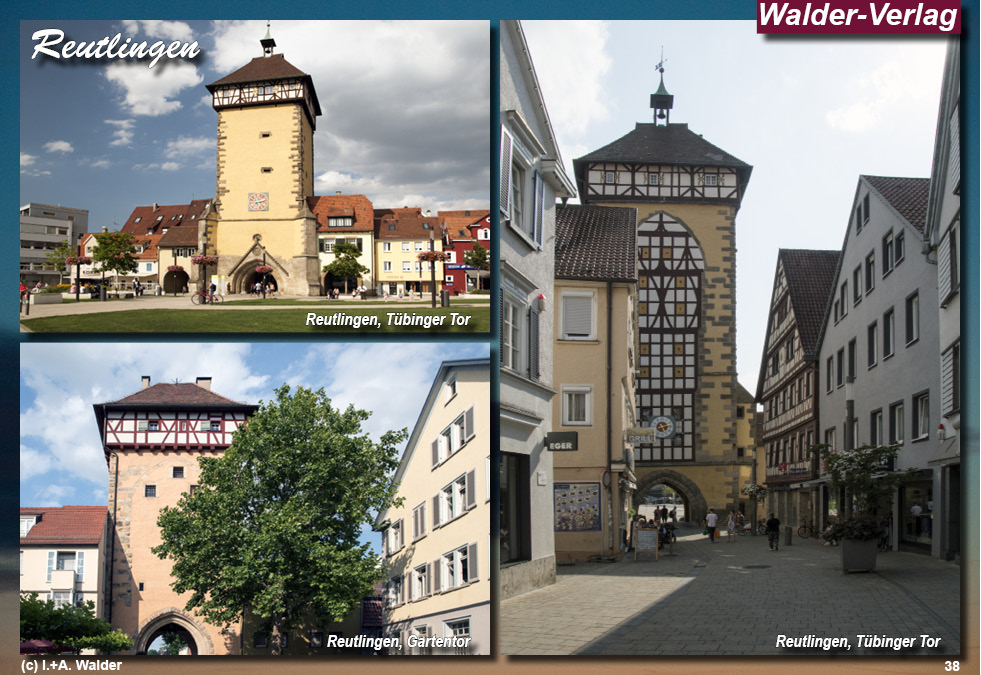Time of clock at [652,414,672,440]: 5:13
